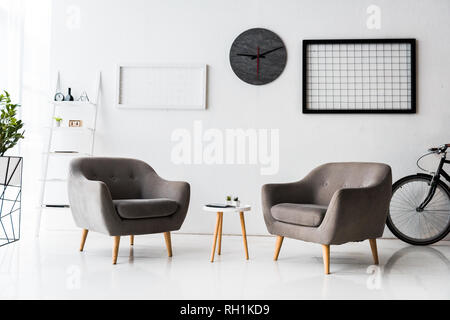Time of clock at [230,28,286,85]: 9:10
